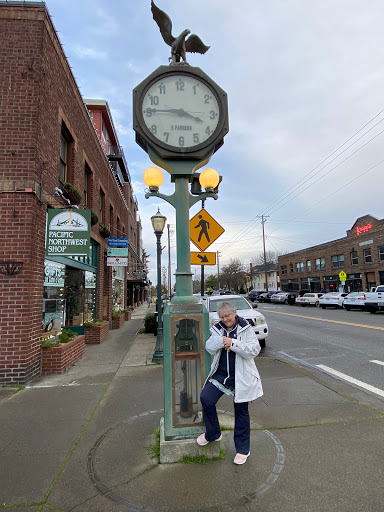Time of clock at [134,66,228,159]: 3:45
